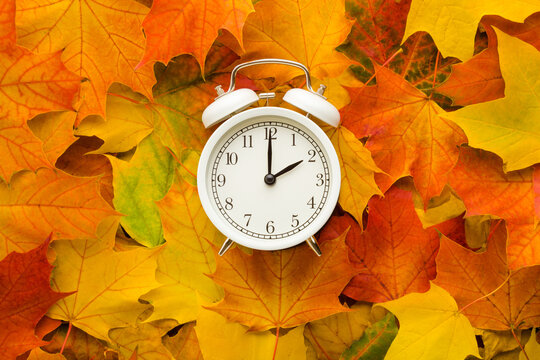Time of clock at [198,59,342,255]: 2:00
